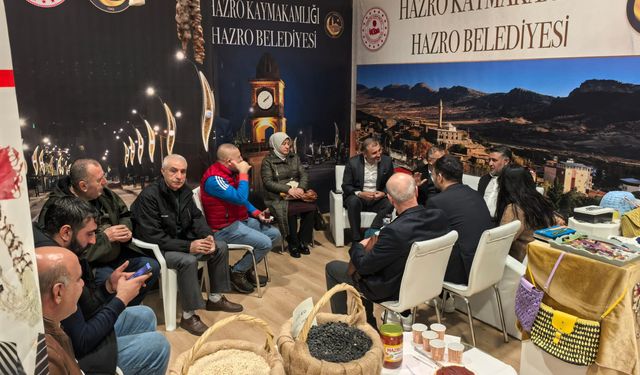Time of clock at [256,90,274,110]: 2:08
